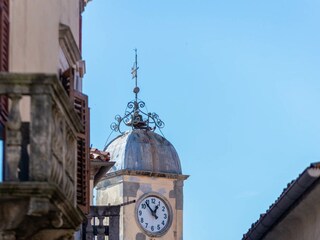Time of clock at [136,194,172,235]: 12:53
